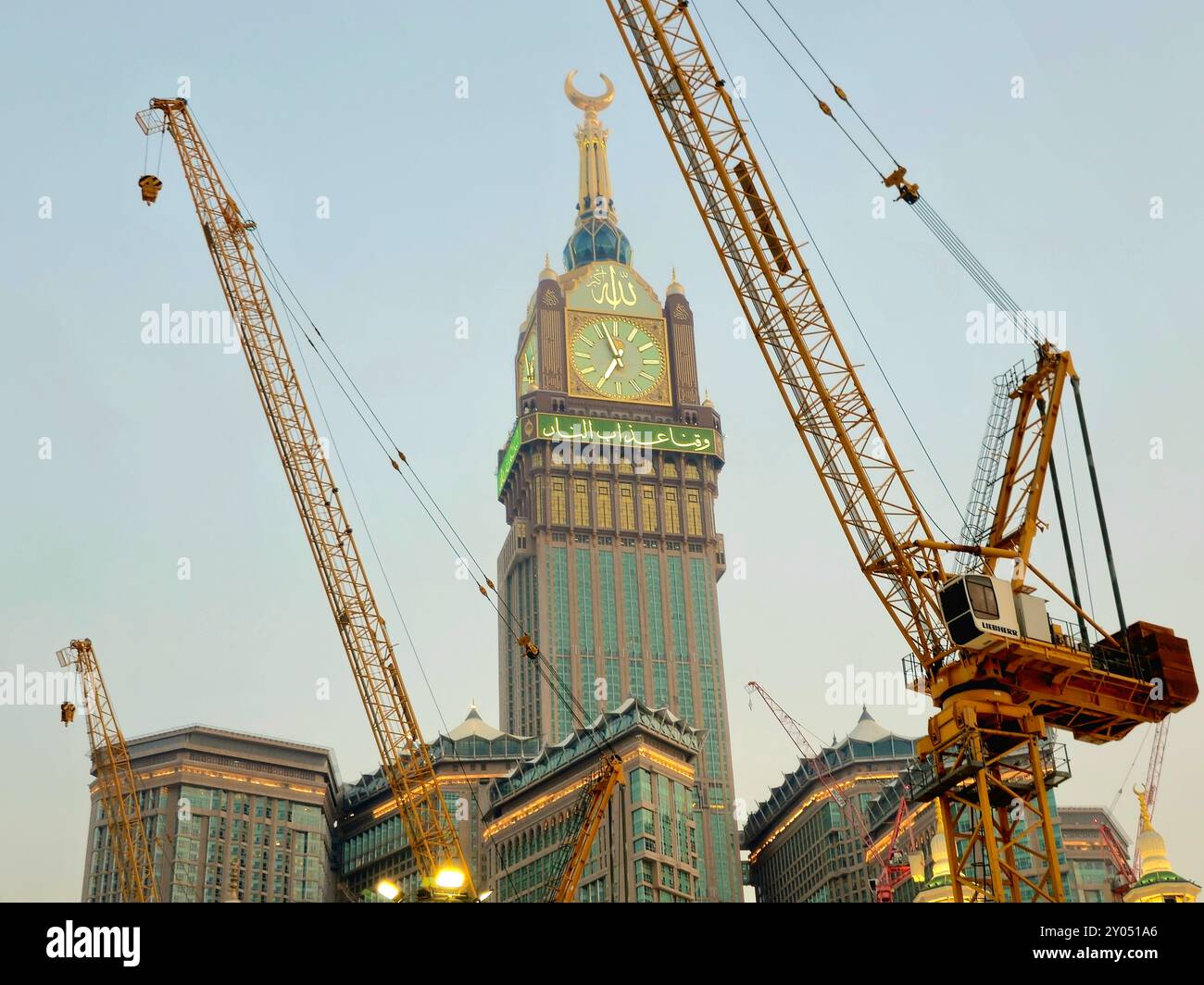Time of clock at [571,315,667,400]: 6:56
